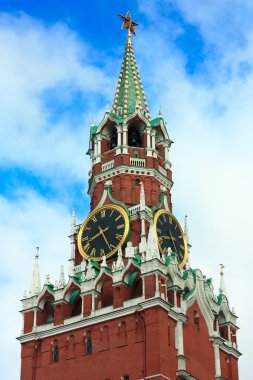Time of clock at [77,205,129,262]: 8:25
